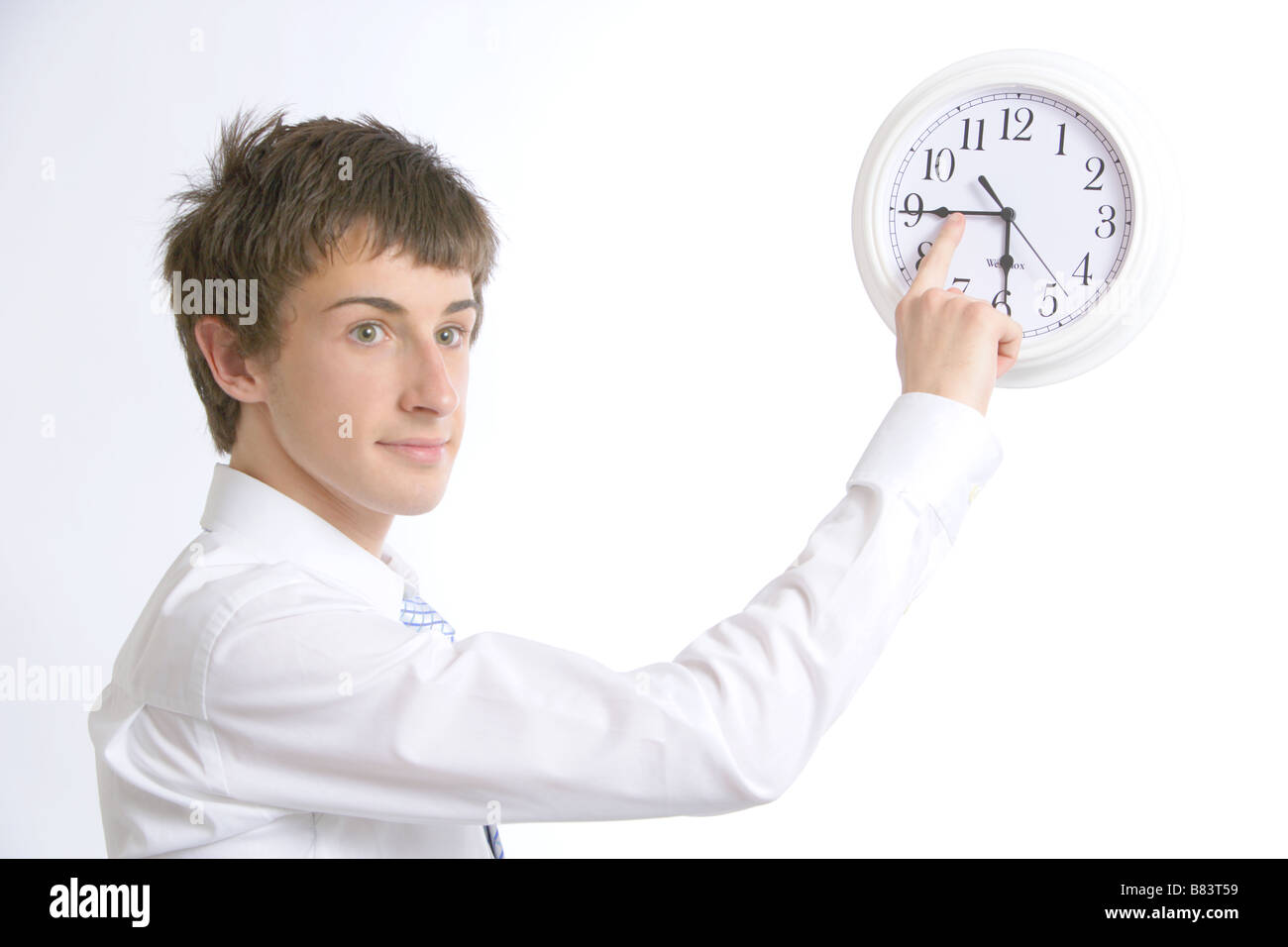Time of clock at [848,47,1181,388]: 5:44
